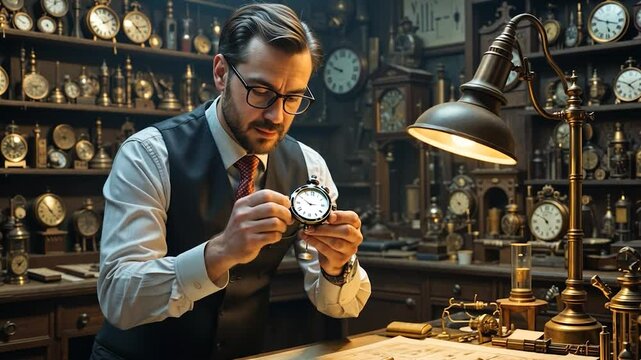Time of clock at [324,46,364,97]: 9:48
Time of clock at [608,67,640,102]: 4:49
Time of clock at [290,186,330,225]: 2:50
